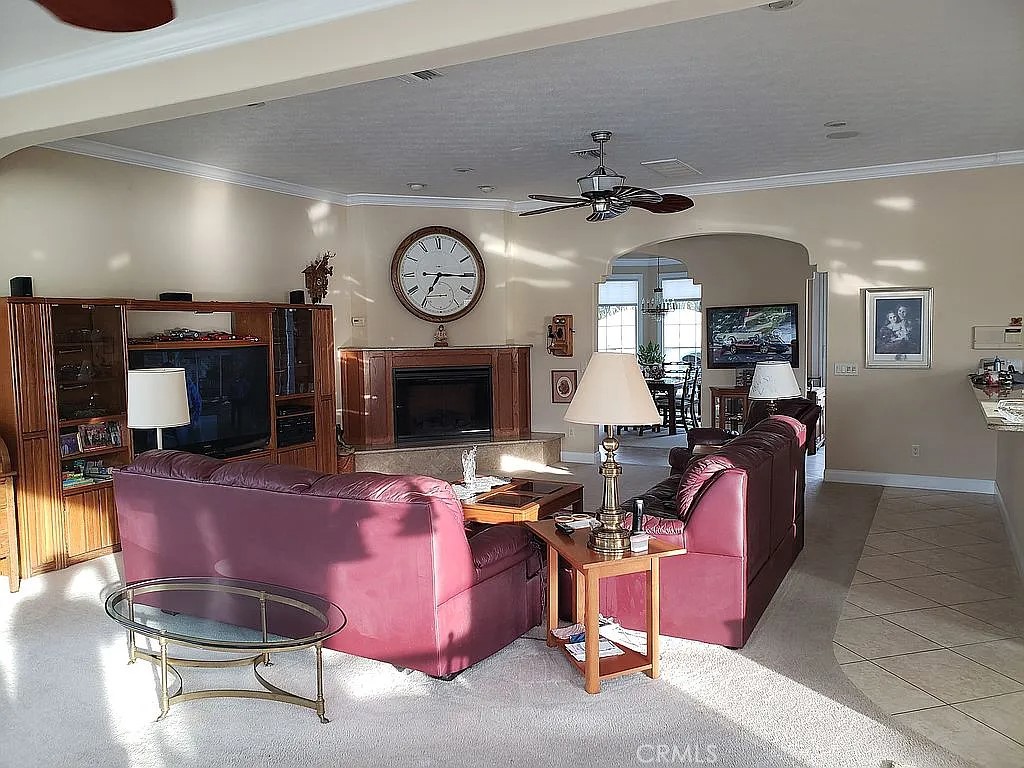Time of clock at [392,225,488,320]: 7:15
